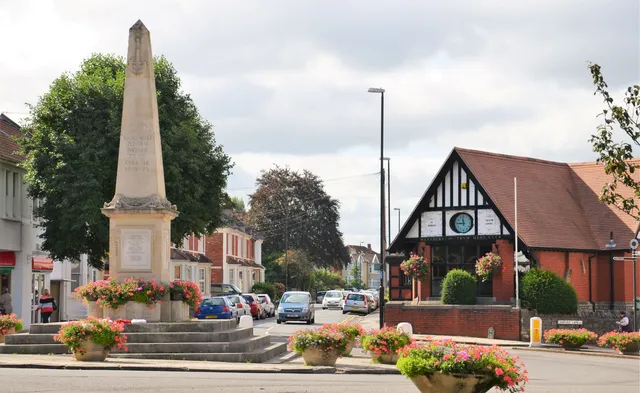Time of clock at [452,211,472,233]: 11:45
